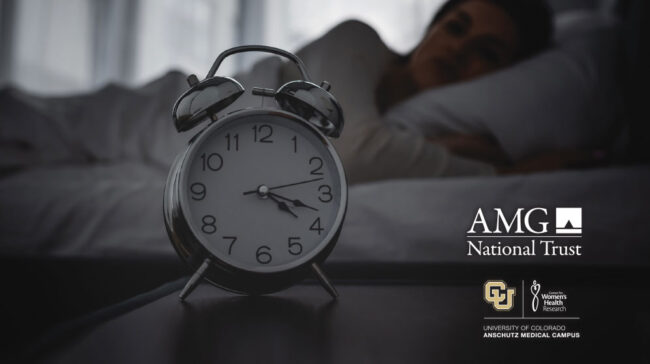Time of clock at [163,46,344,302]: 4:18
